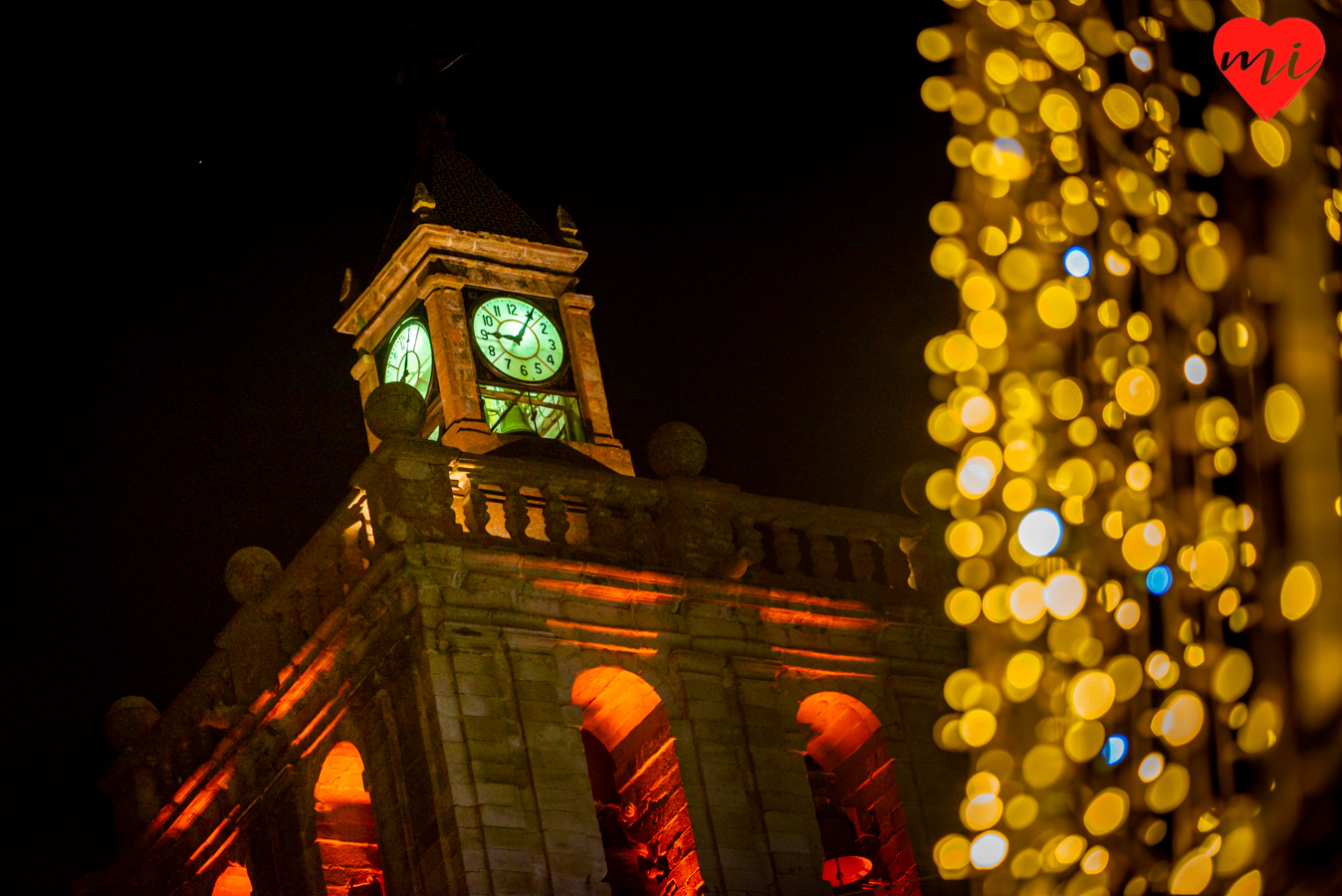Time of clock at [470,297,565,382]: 9:05
